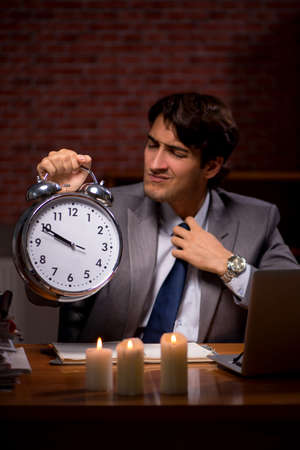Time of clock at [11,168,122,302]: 9:50
